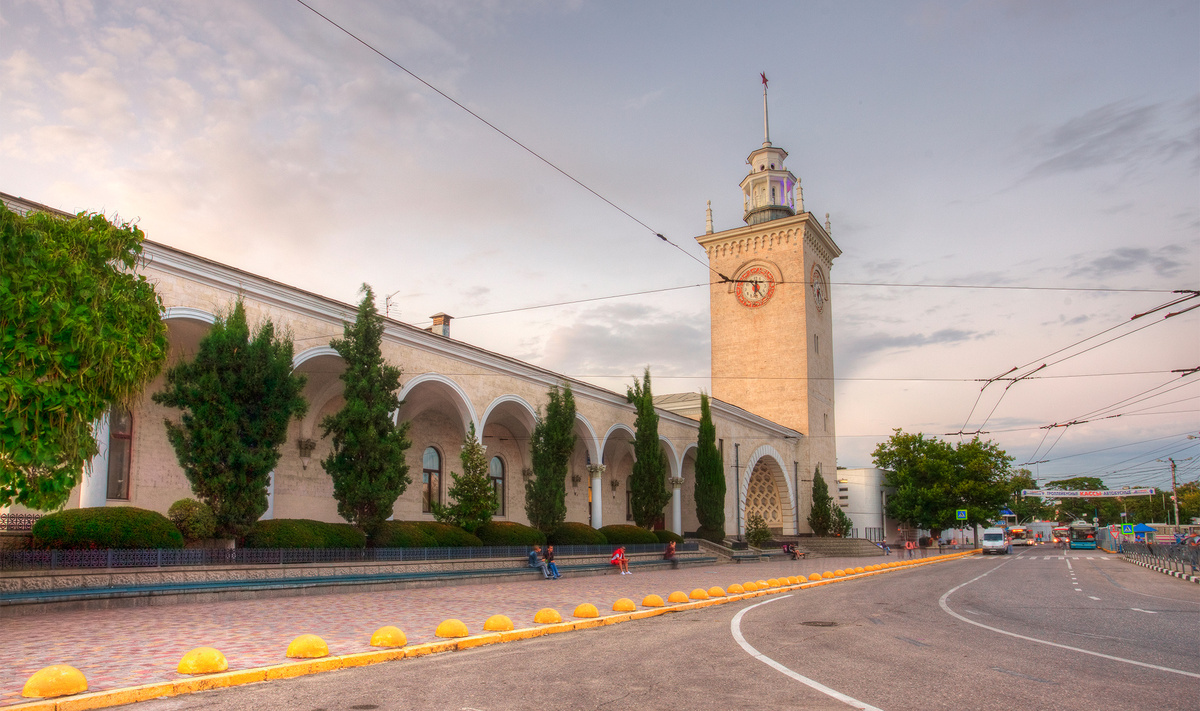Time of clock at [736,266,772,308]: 5:45
